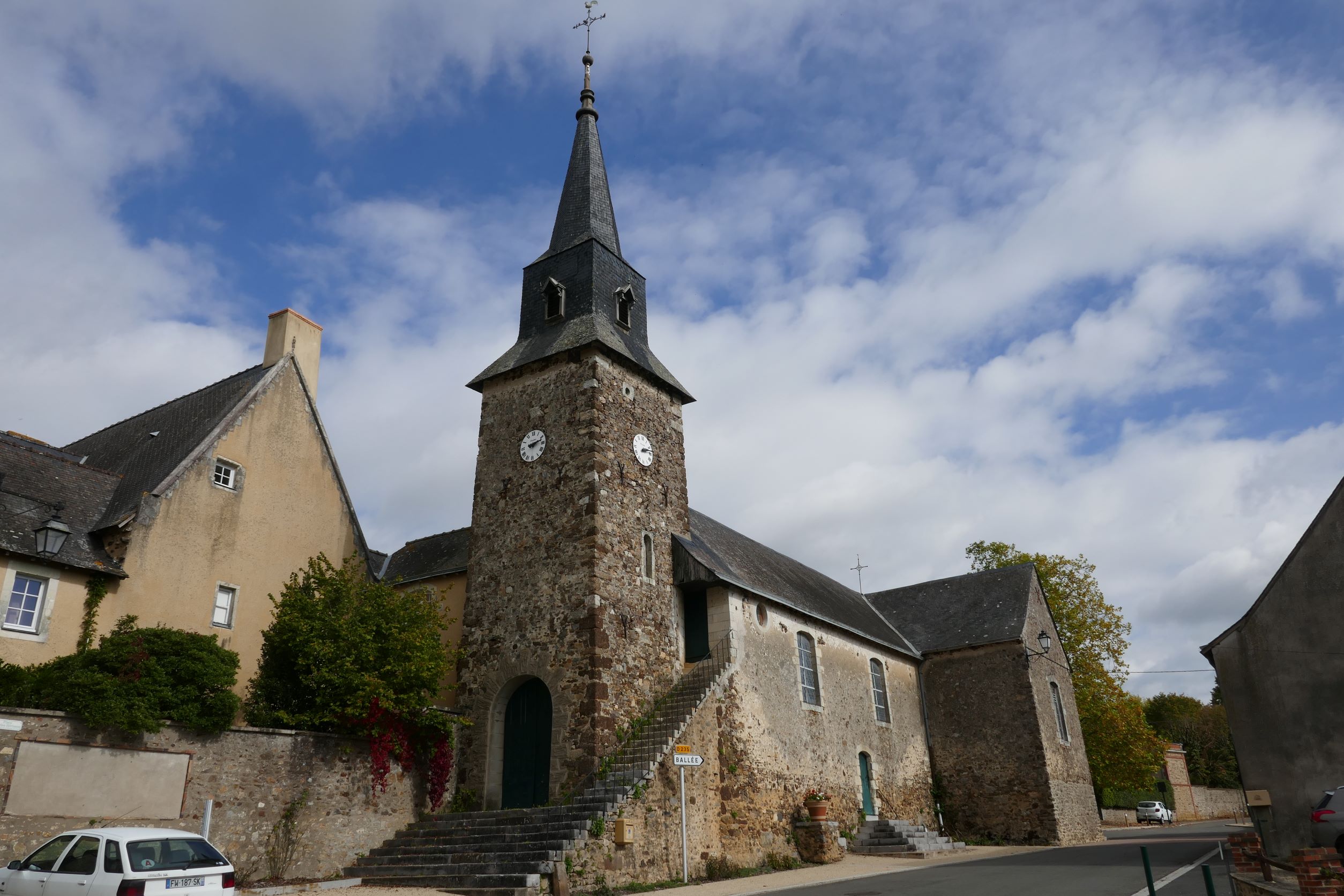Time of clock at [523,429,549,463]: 2:12
